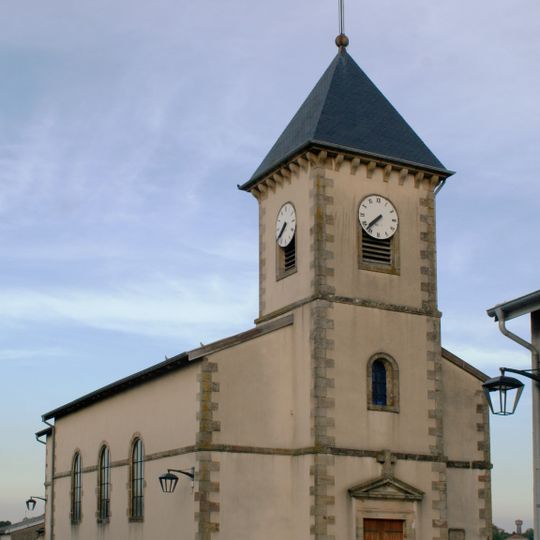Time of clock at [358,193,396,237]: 7:37
